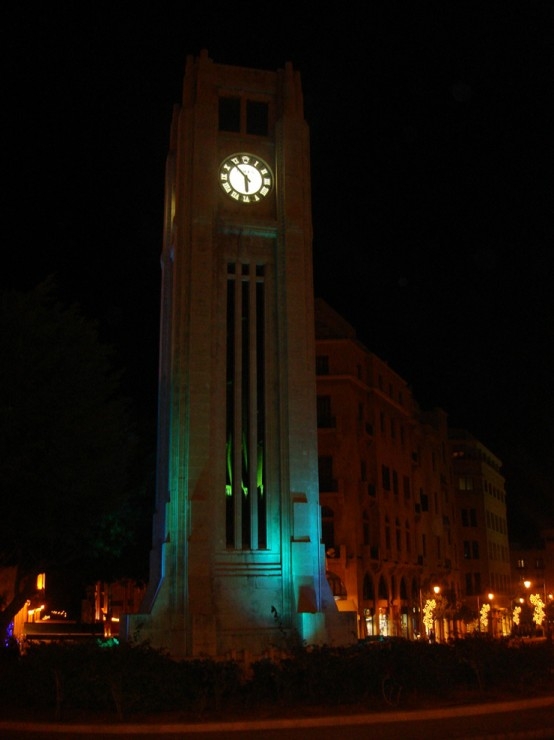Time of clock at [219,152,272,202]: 5:53
